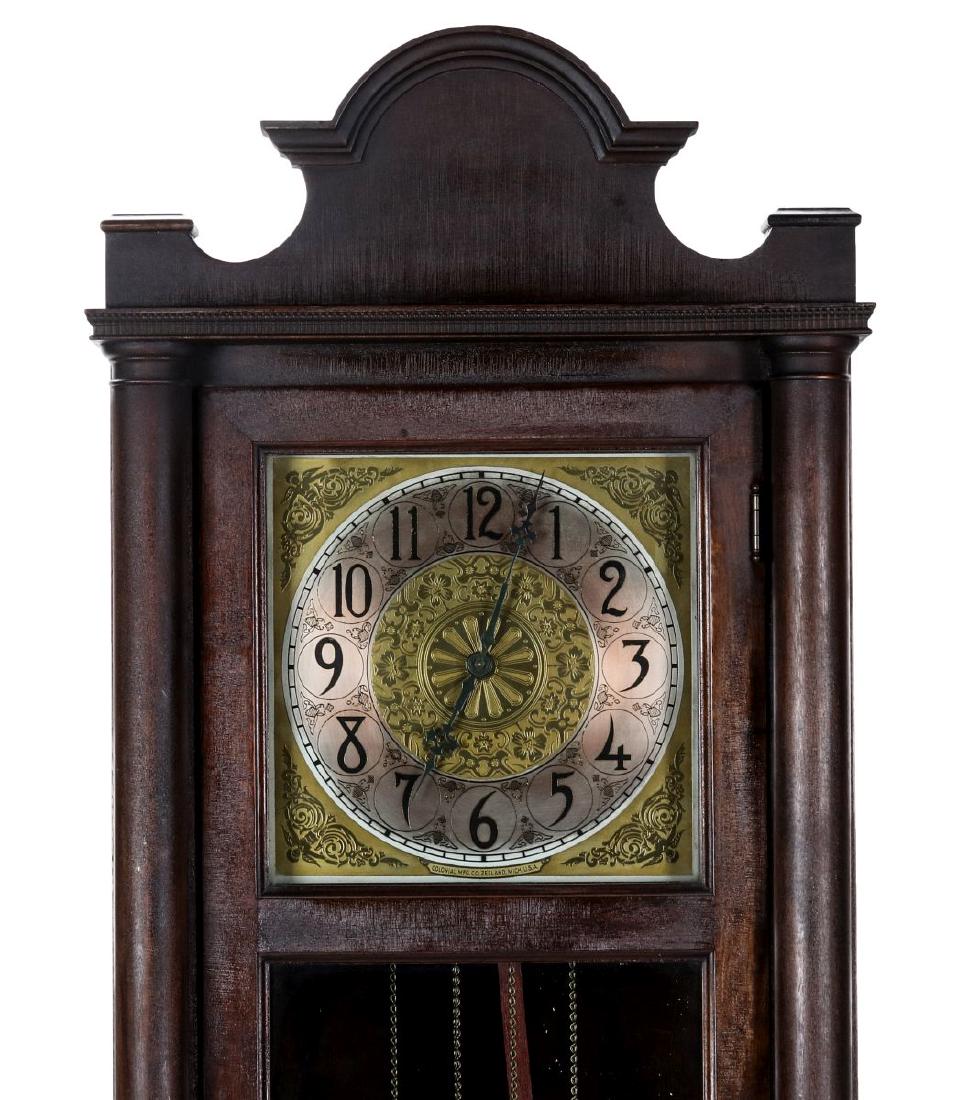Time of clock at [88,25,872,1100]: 7:03
